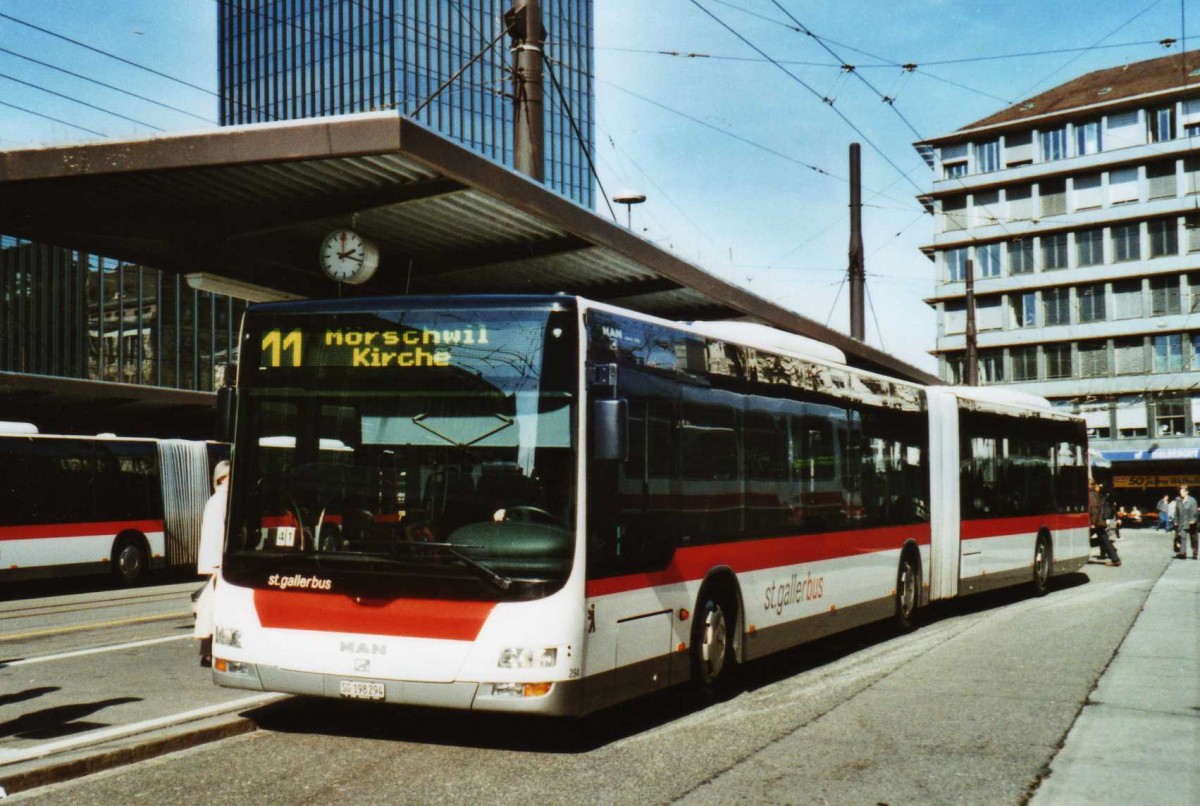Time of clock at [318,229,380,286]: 2:18
